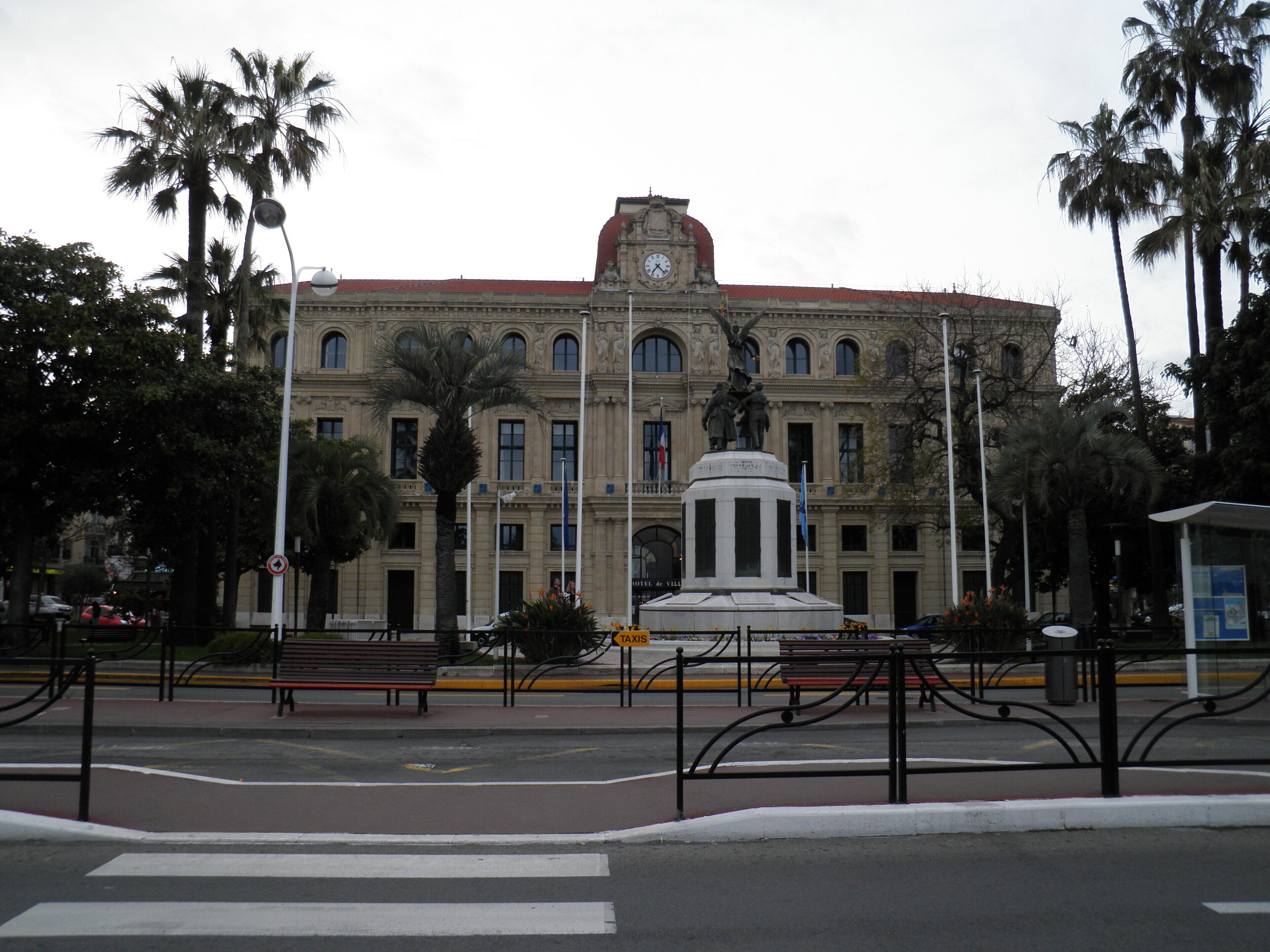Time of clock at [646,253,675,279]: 7:22
